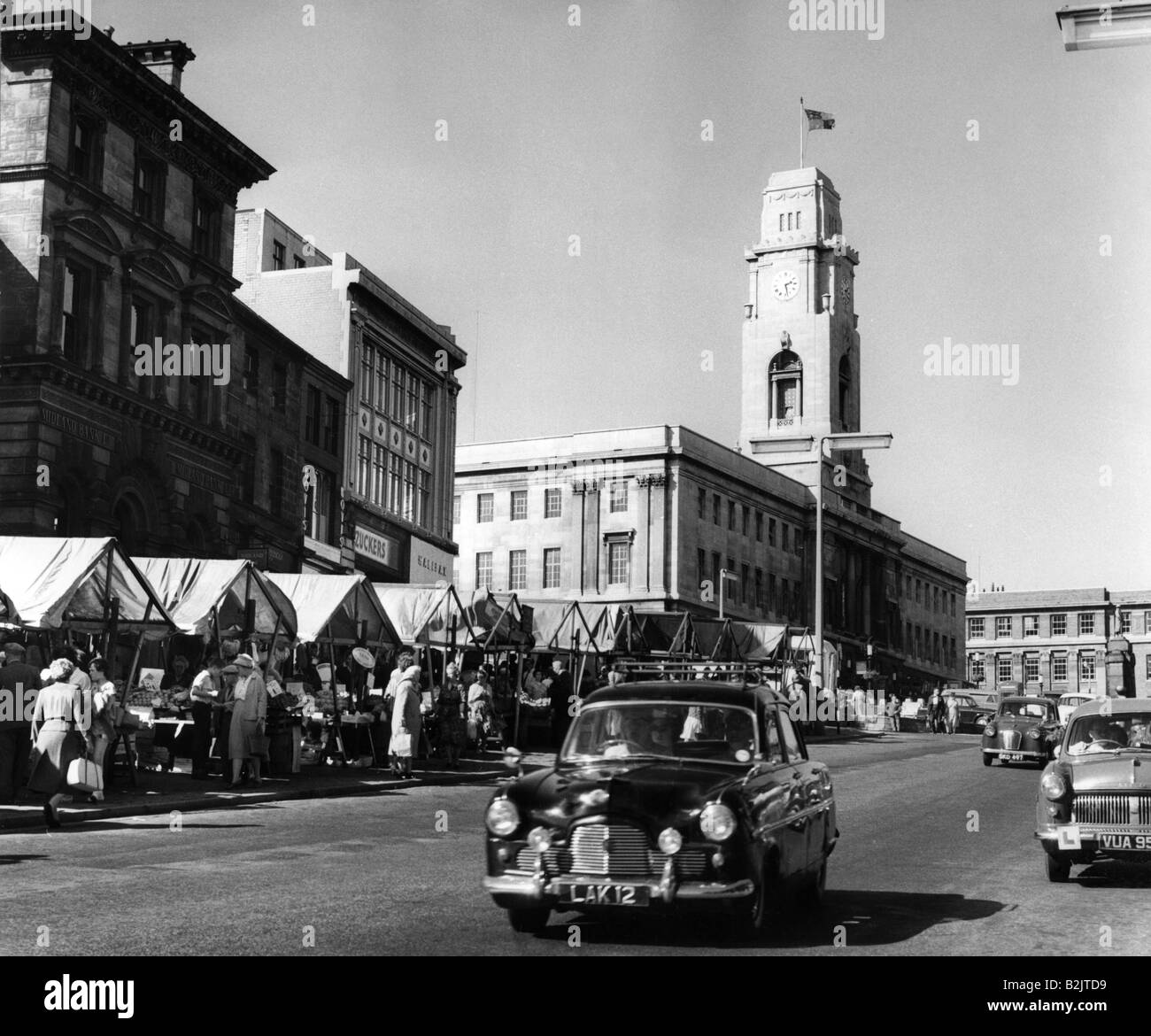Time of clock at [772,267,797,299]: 2:27
